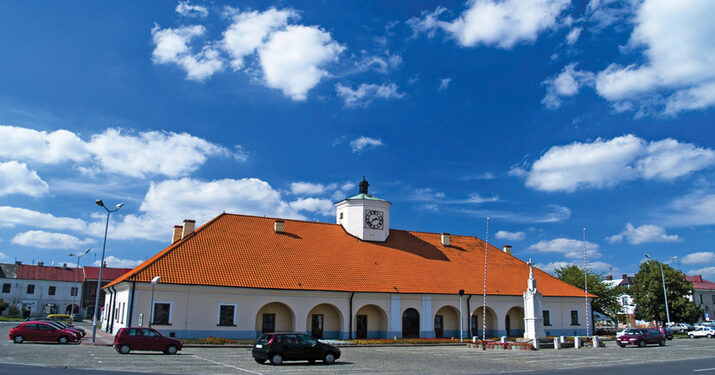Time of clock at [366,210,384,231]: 2:38
